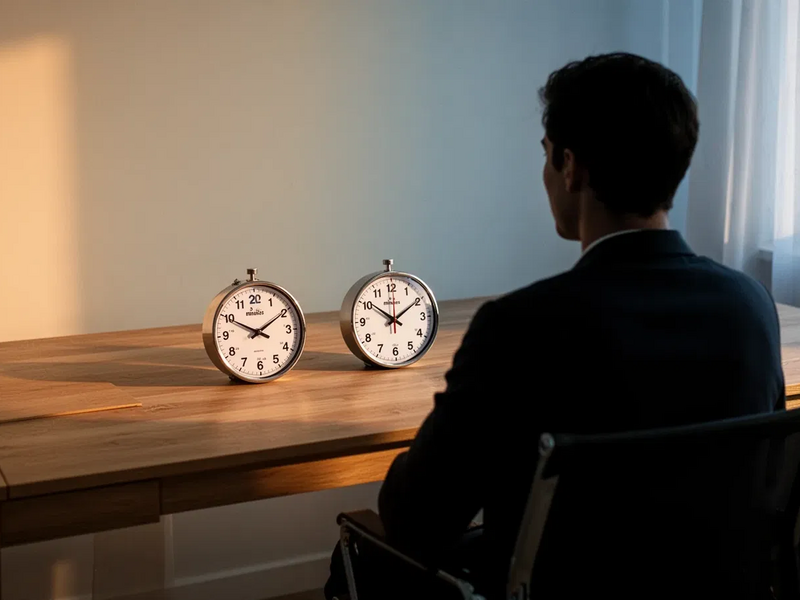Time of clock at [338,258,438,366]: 10:09
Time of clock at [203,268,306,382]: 1:49
